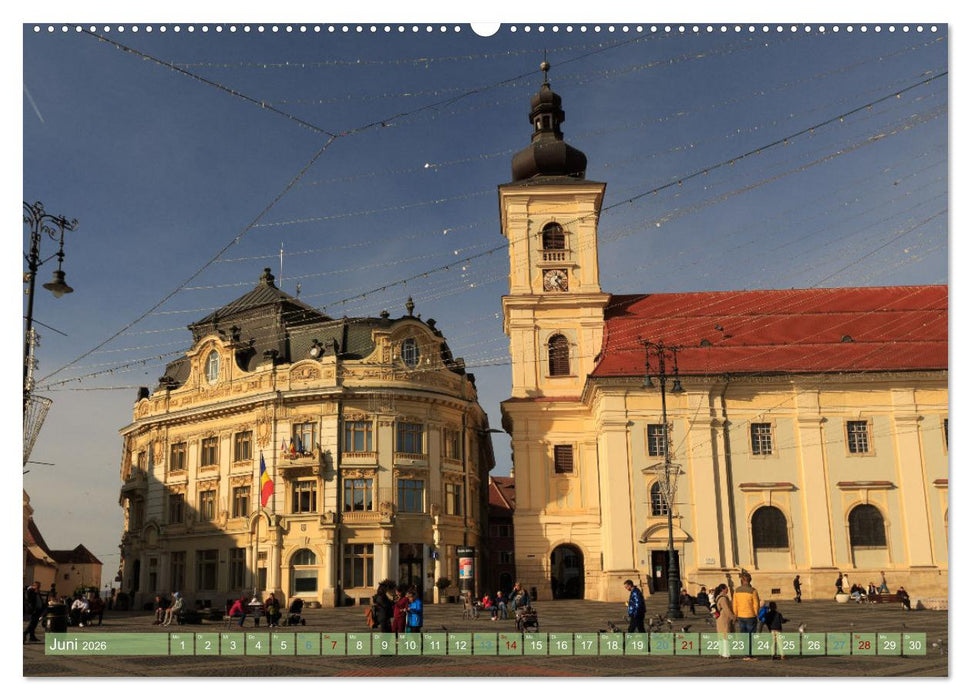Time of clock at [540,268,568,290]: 1:24
